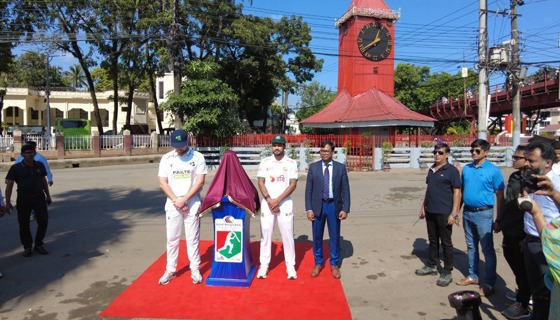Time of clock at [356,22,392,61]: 12:38
